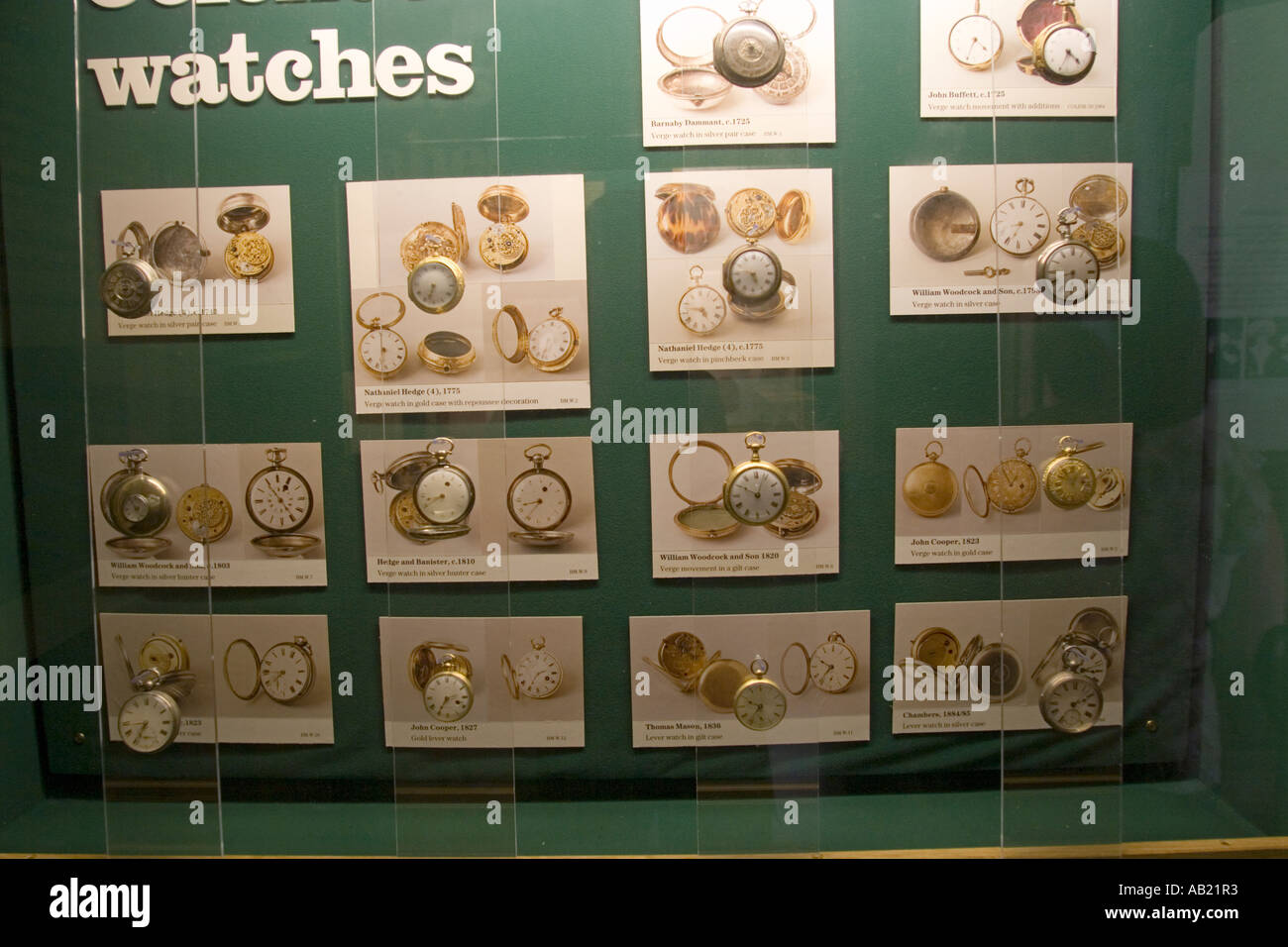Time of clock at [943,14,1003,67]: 4:33
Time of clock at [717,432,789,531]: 10:03
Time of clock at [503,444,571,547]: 8:35
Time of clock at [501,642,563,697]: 2:35
